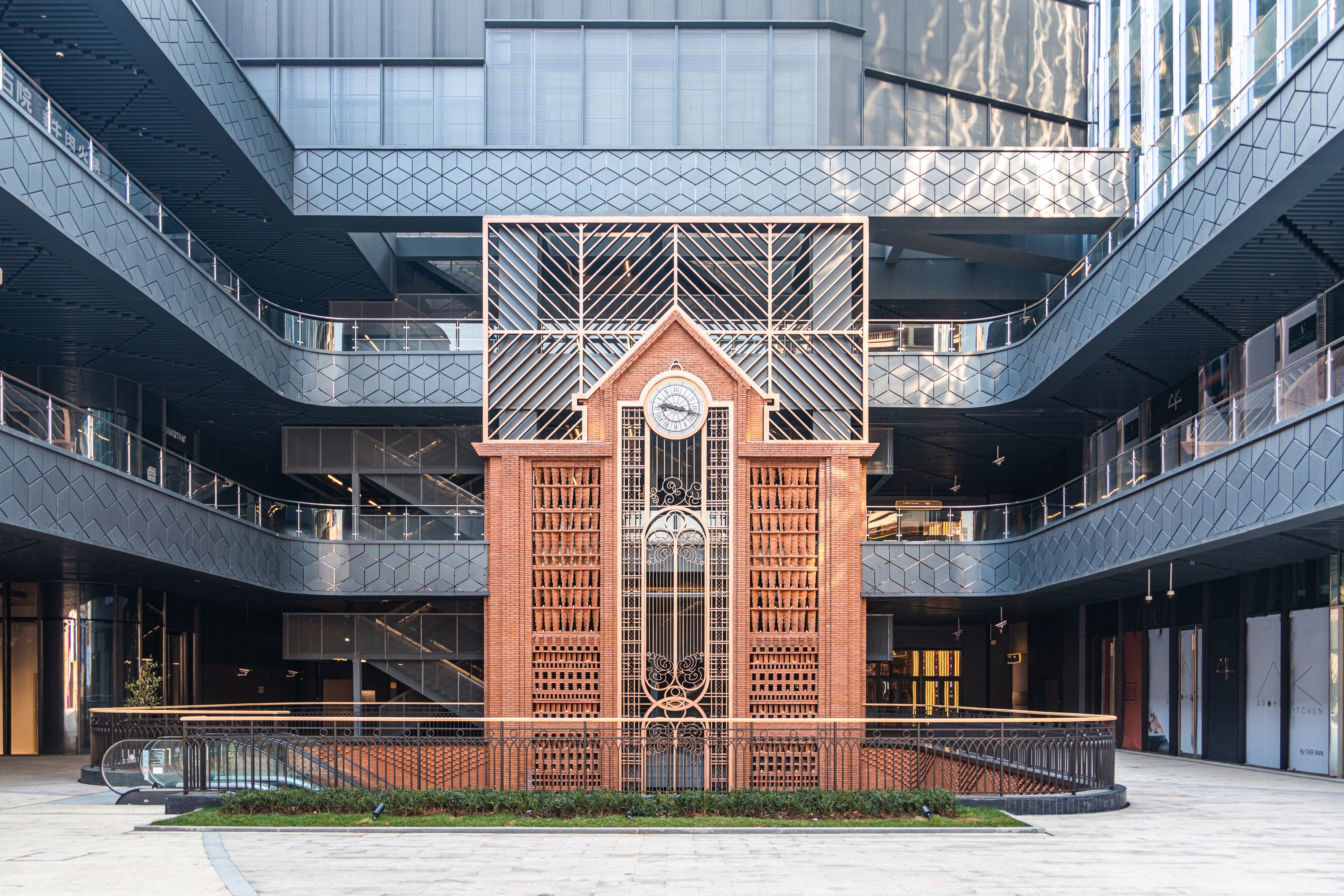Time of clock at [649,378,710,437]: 9:17
